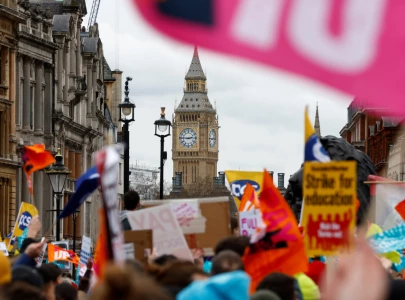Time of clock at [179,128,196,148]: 2:45
